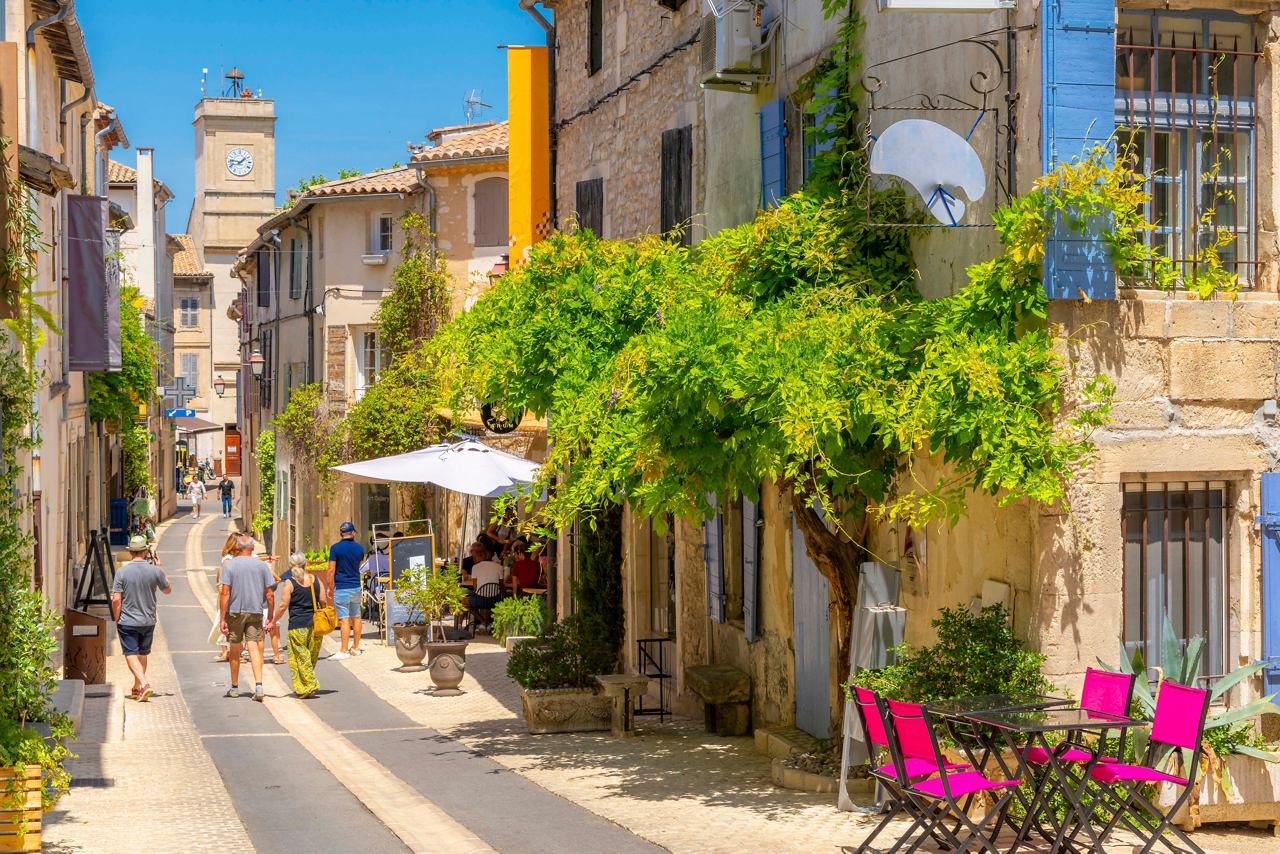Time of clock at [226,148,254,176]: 1:46
